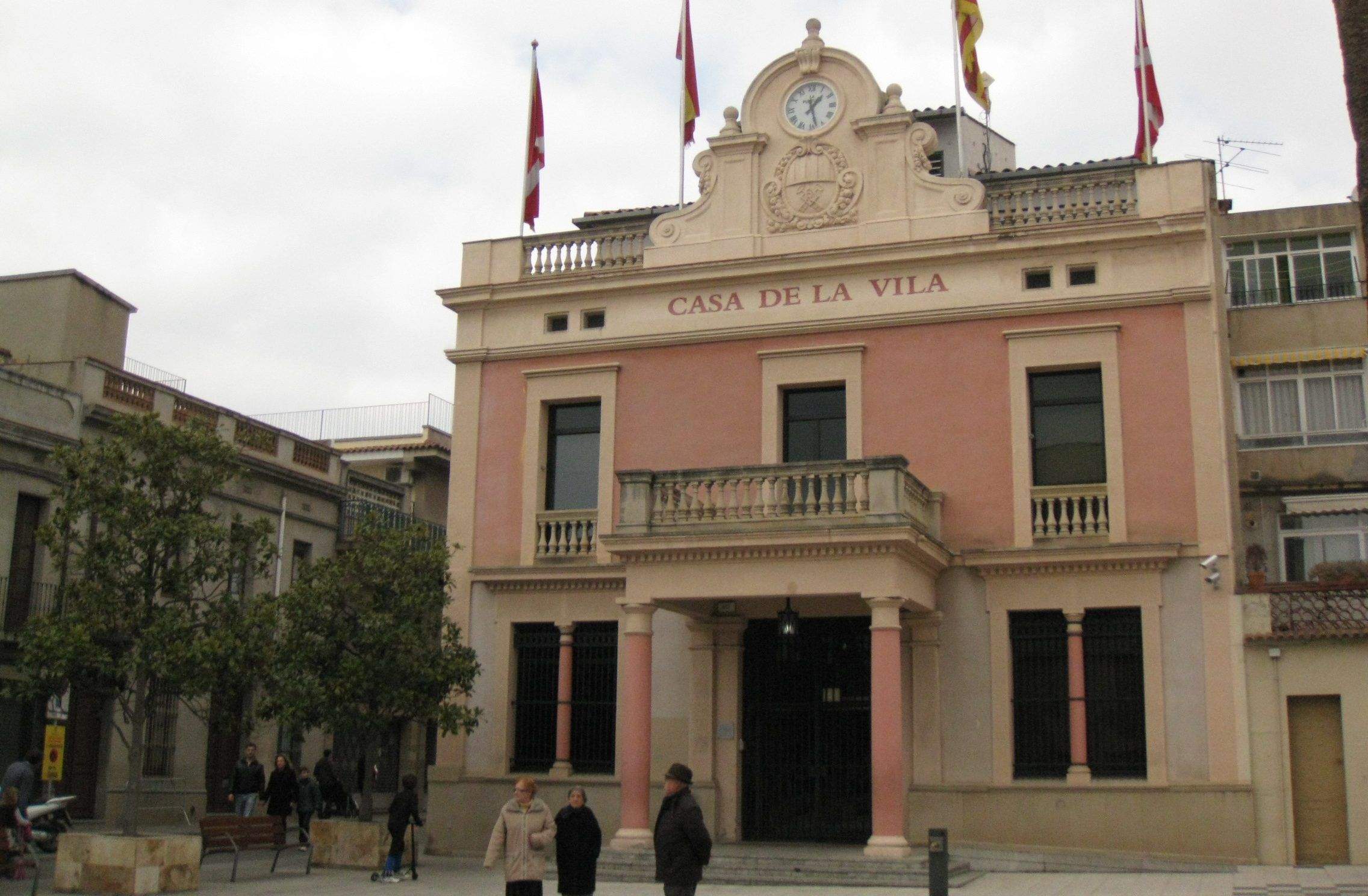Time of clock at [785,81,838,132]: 1:27
